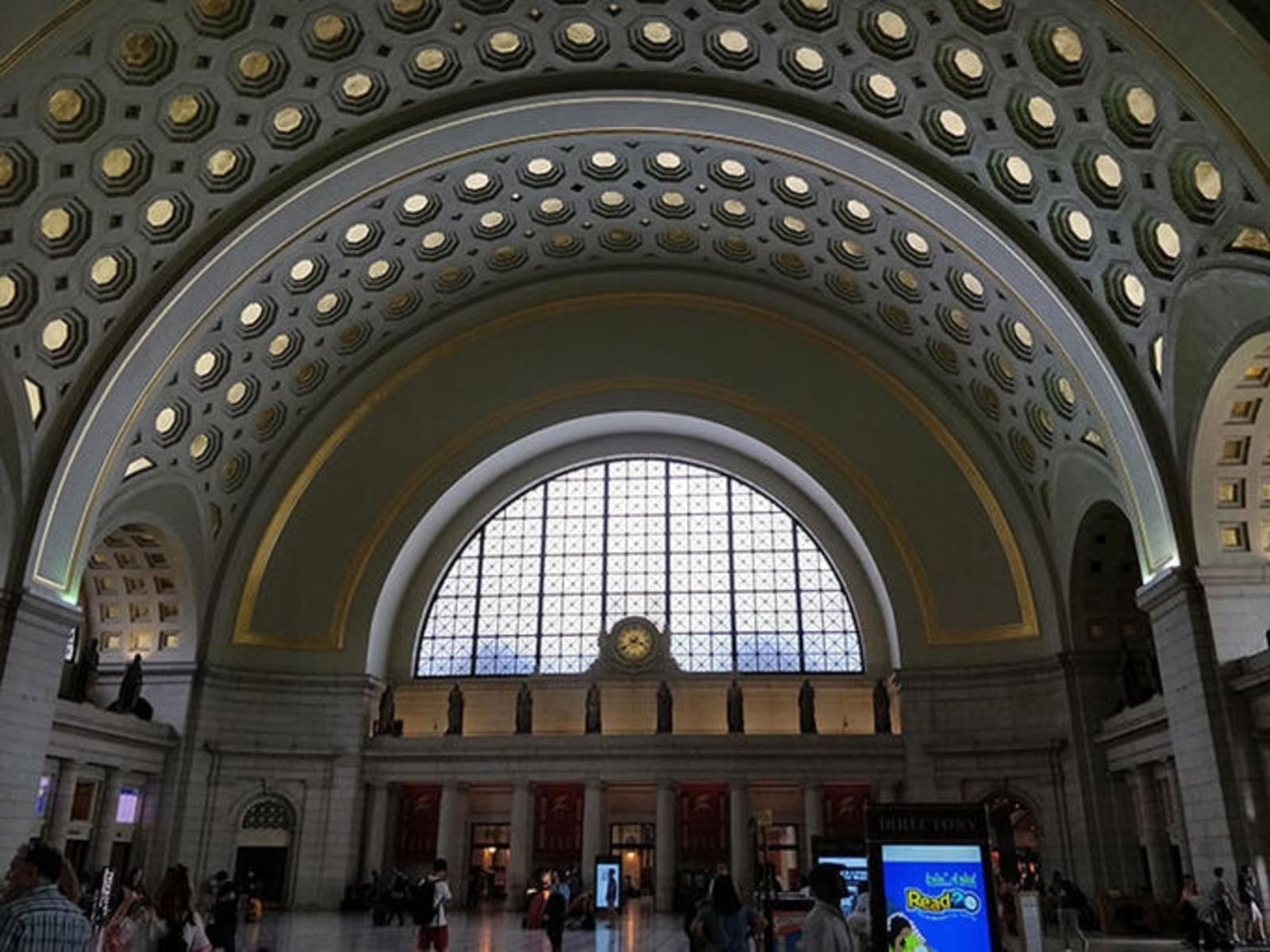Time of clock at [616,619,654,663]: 3:39
